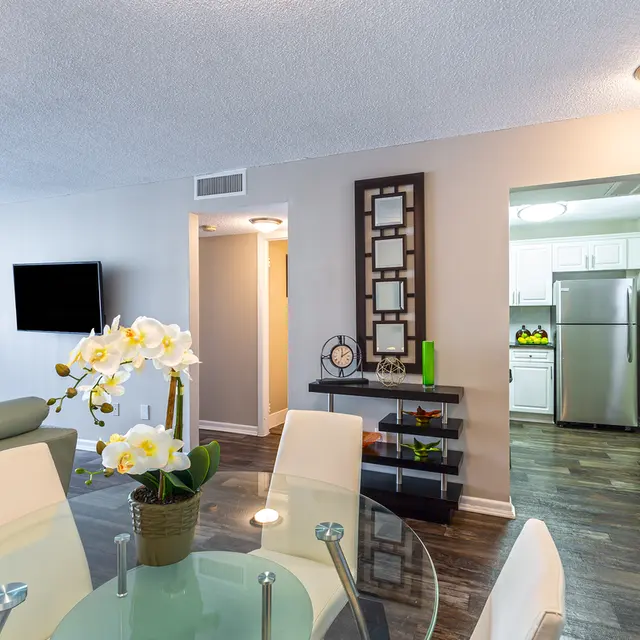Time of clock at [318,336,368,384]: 2:00
